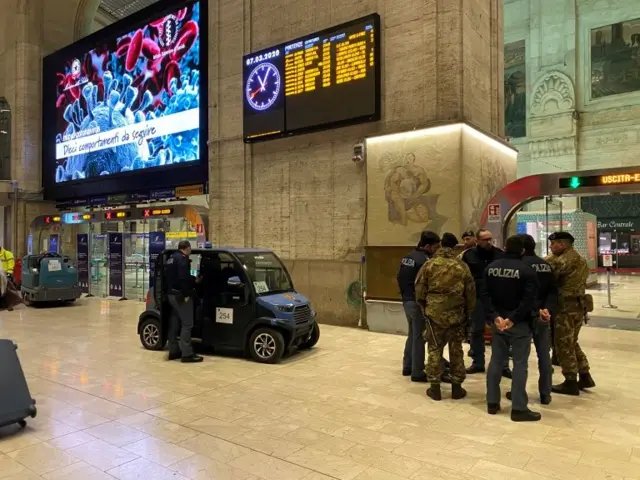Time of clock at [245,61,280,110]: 11:04
